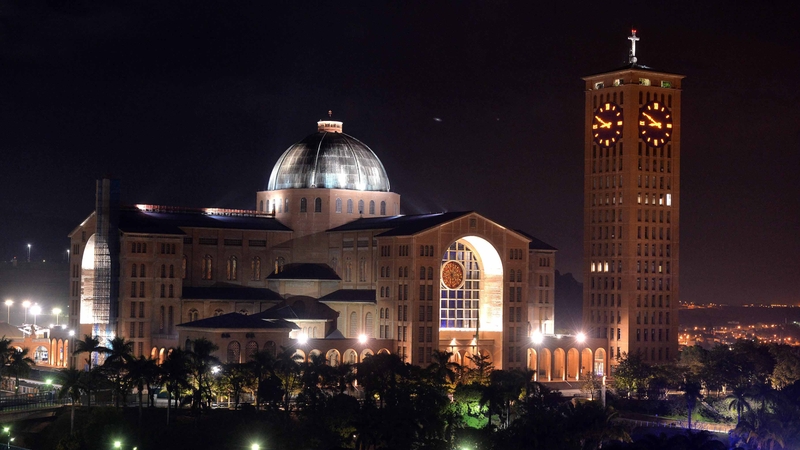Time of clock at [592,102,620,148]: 8:50
